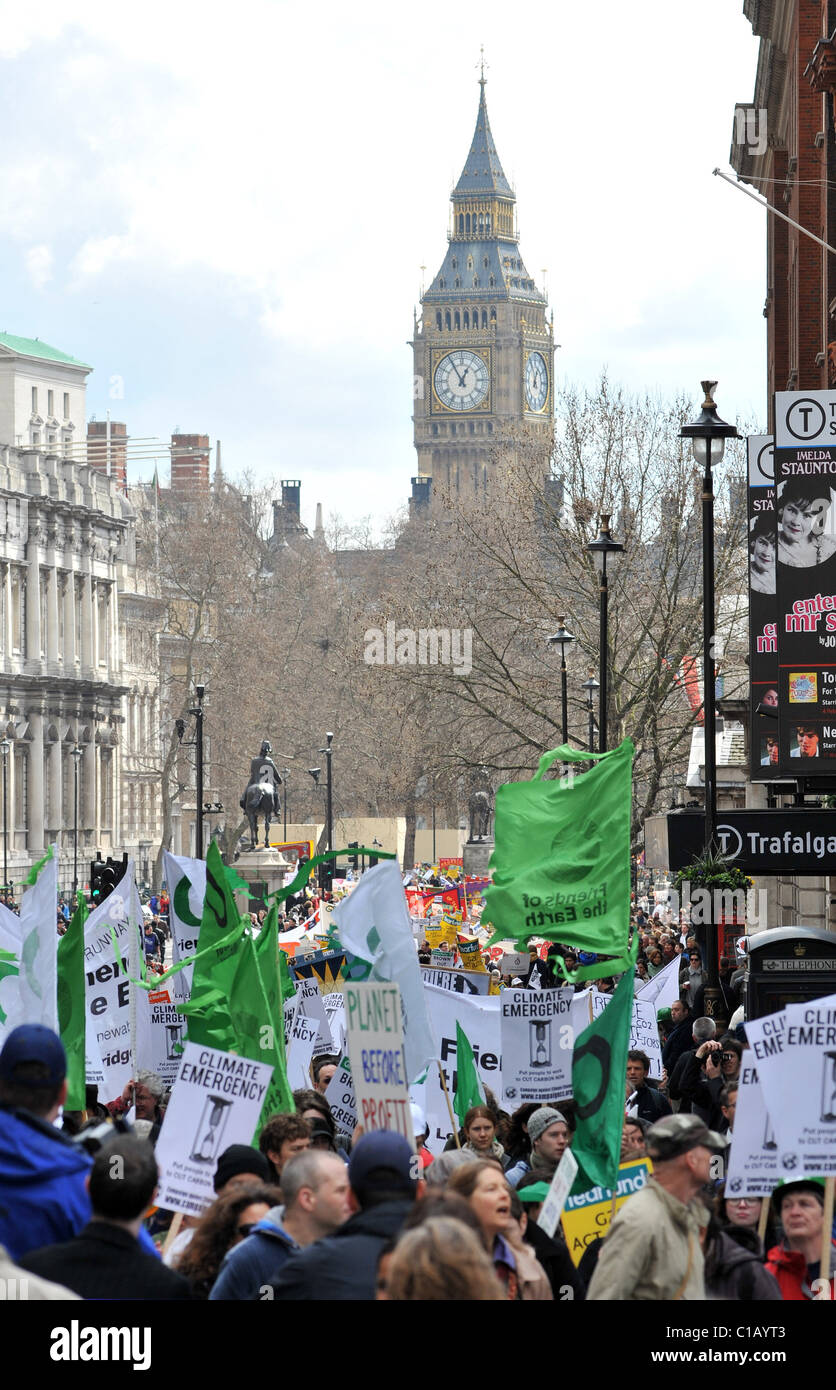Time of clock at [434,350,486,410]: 12:55
